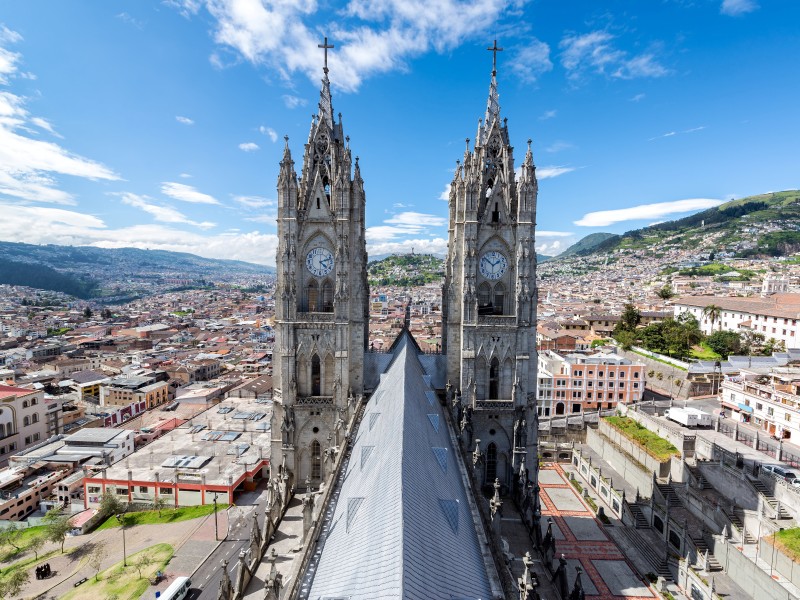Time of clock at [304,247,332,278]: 4:12
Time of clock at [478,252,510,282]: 1:51
